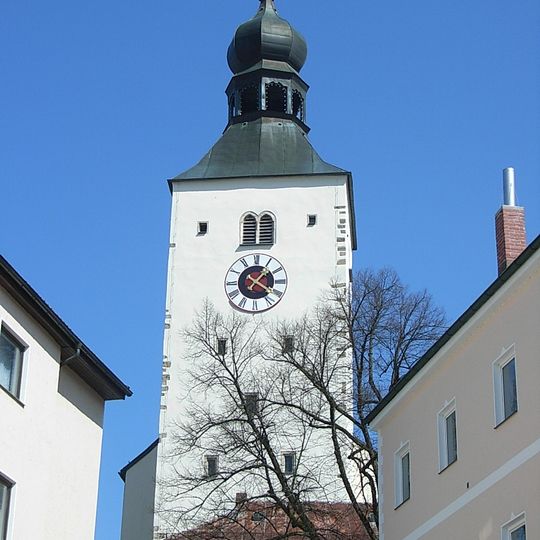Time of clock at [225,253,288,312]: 1:20
